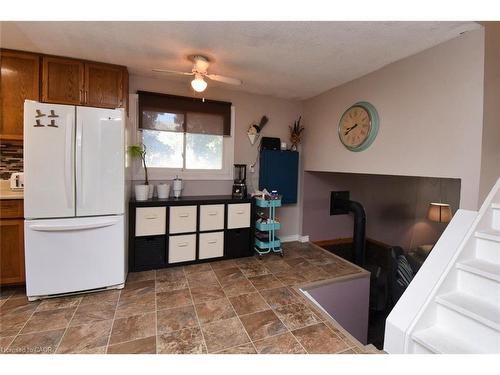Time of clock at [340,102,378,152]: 8:40
